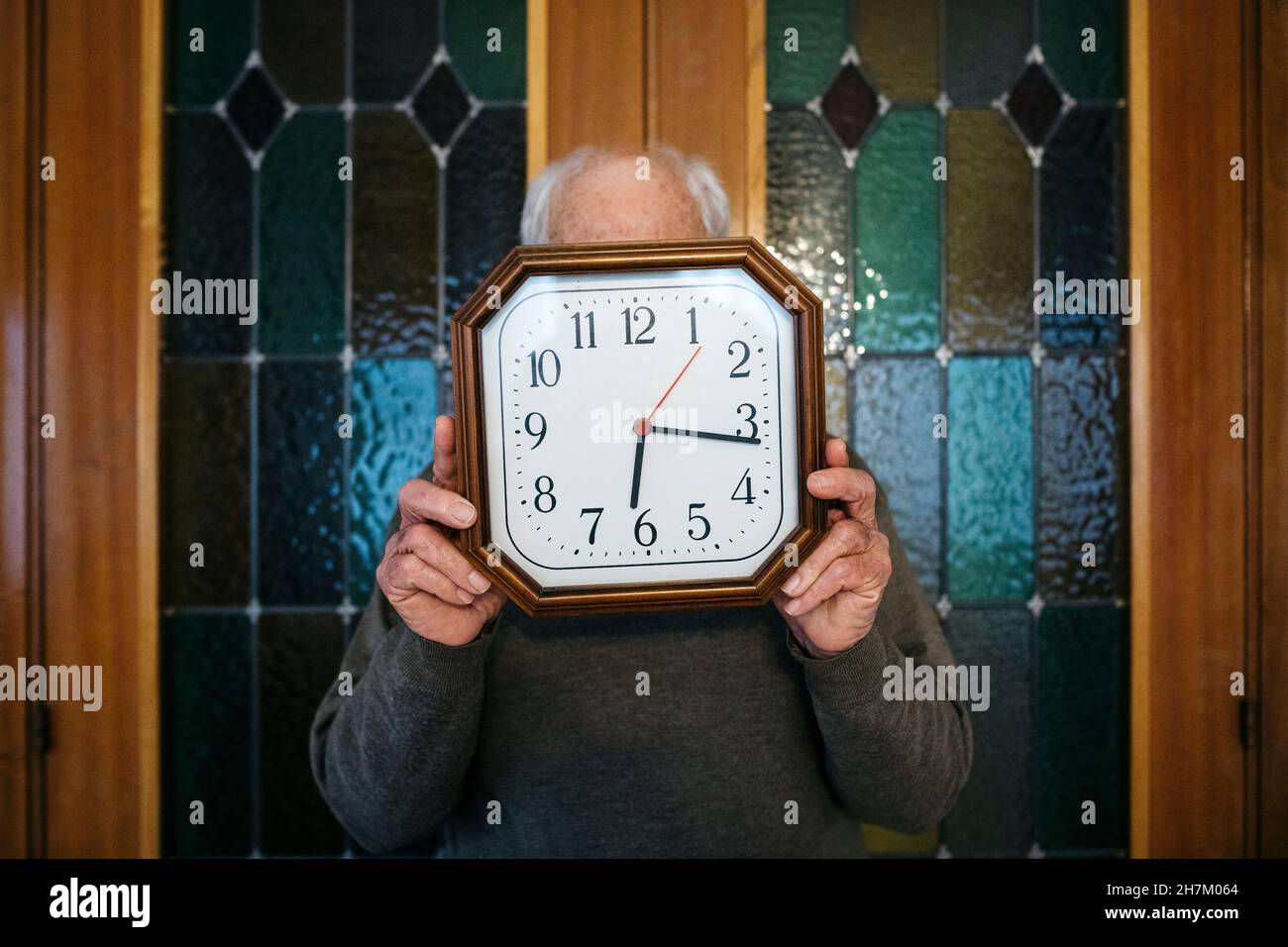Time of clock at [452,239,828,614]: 6:16
